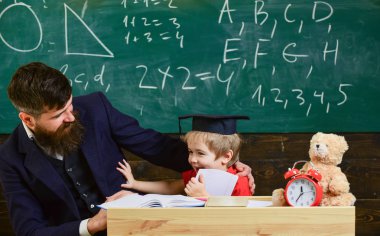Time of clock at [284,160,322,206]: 11:35
